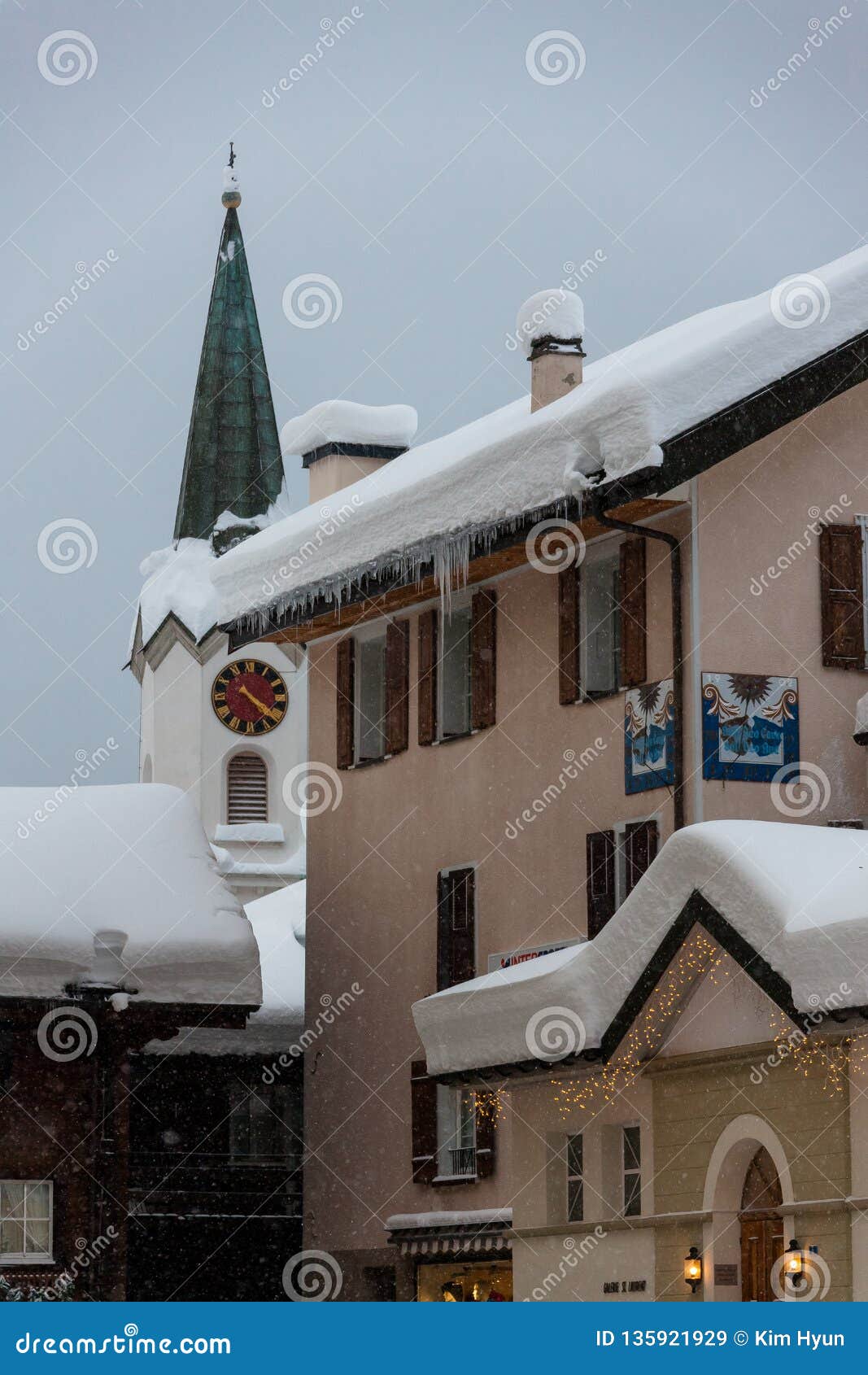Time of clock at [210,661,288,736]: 4:21
